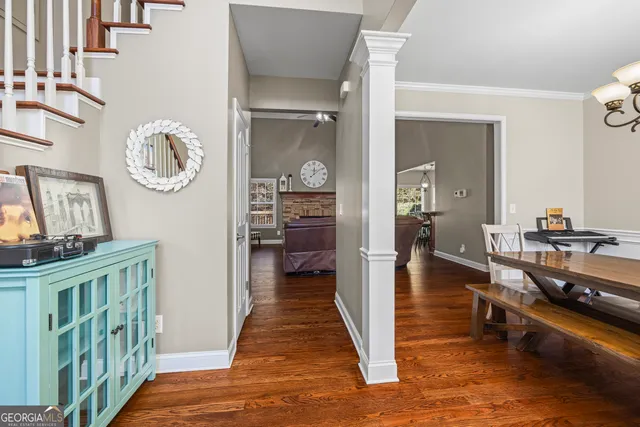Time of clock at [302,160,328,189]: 12:08
